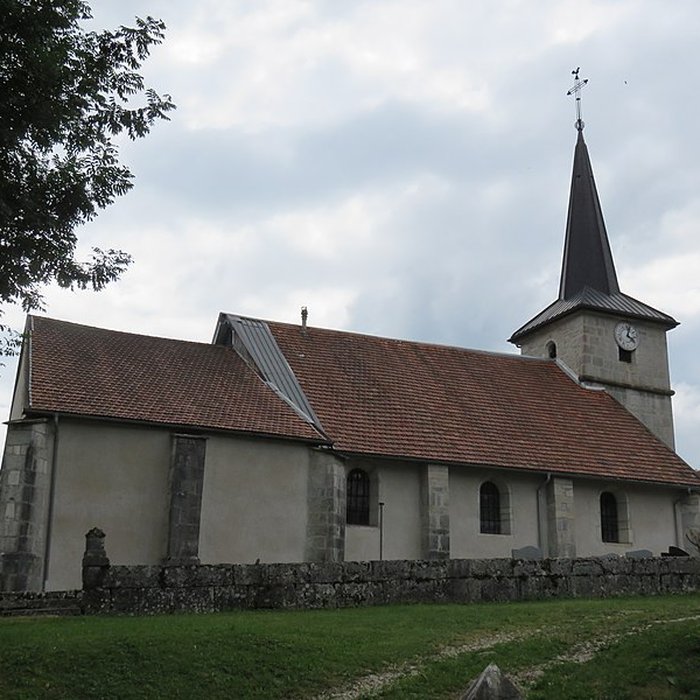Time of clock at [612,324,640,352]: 4:02
